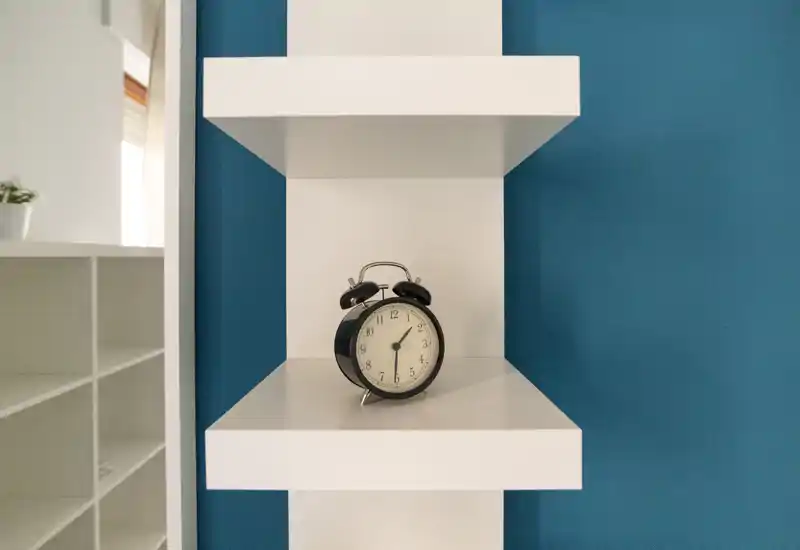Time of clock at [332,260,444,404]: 1:30
